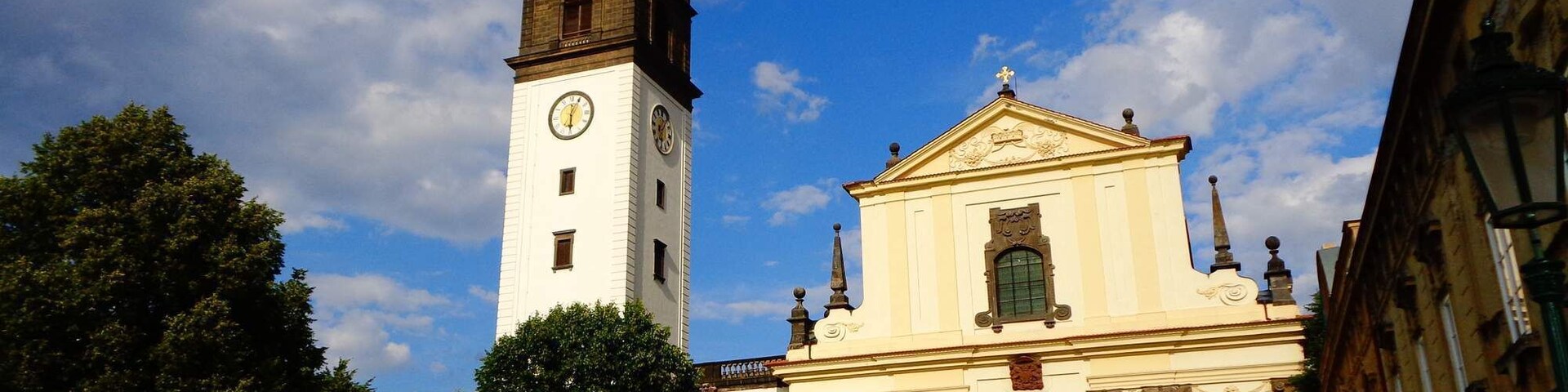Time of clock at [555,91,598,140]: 6:04
